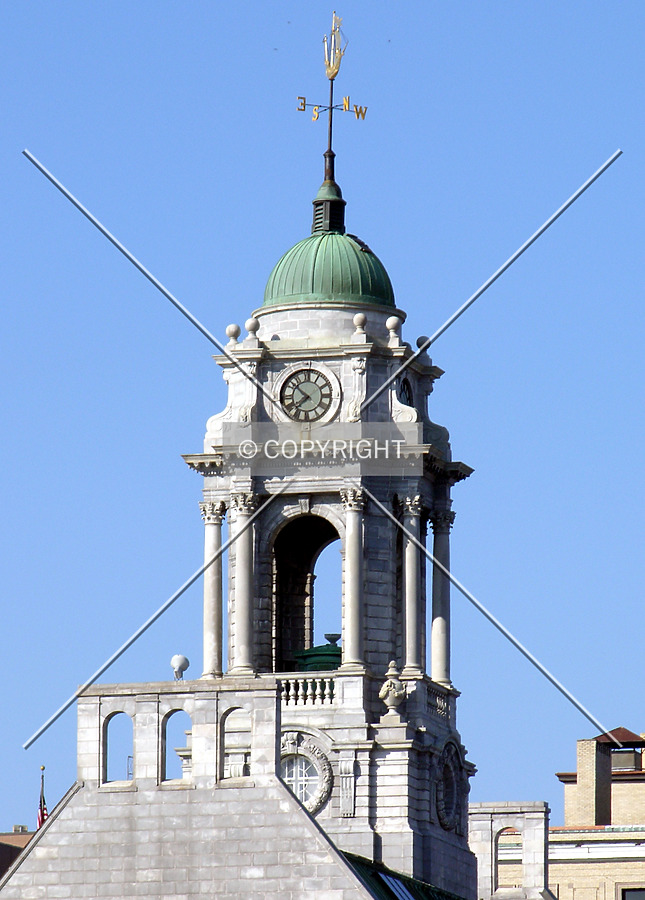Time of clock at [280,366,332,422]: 7:51
